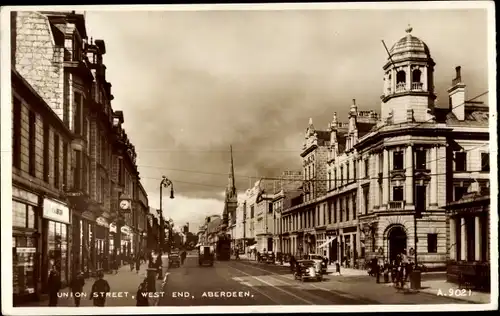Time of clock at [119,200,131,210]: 9:37
